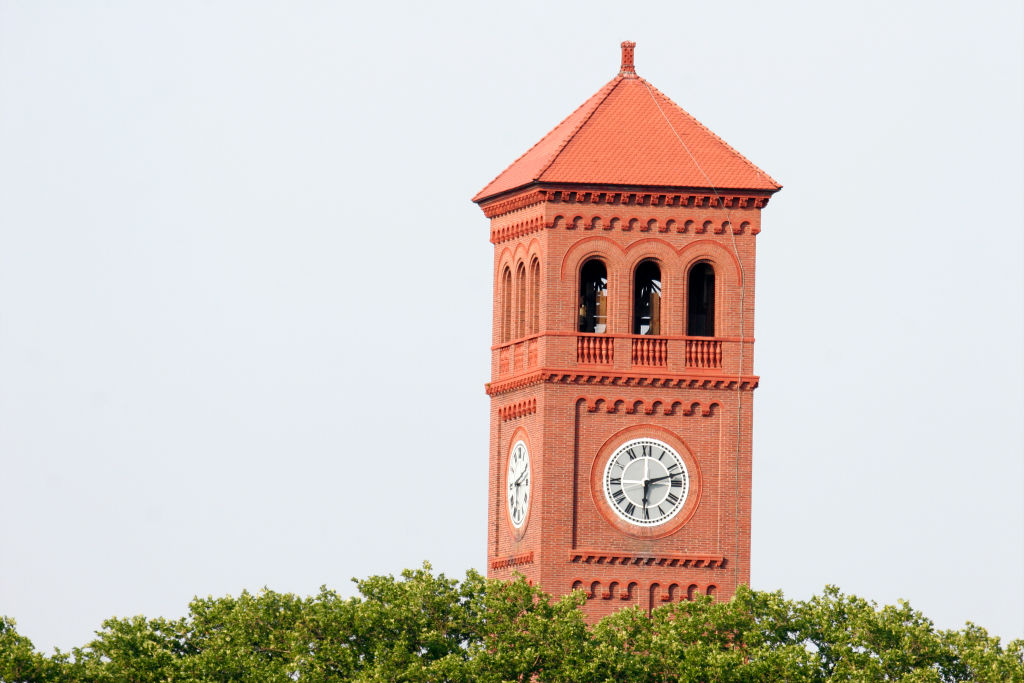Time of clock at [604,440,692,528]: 6:12
